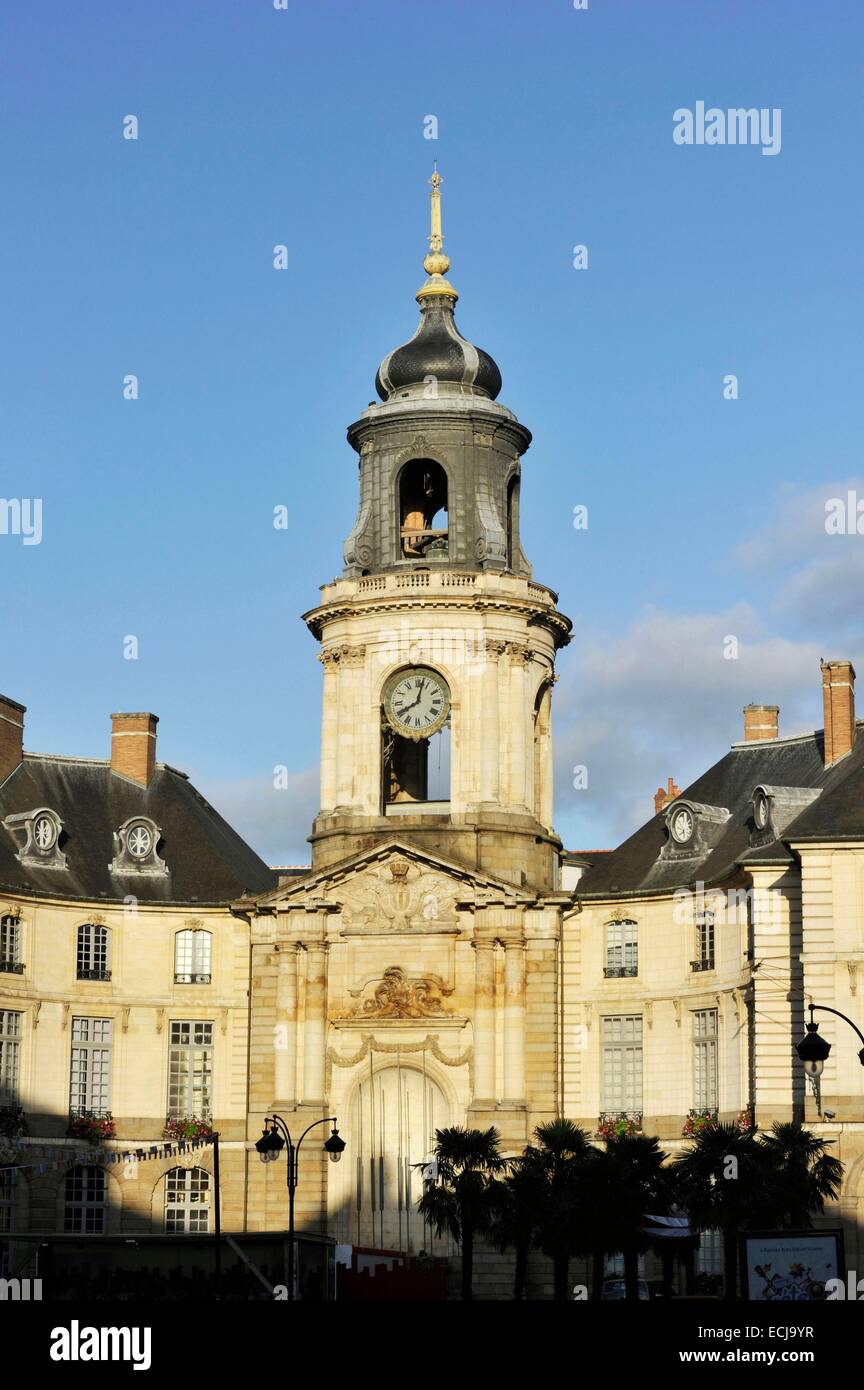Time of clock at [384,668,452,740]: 8:02
